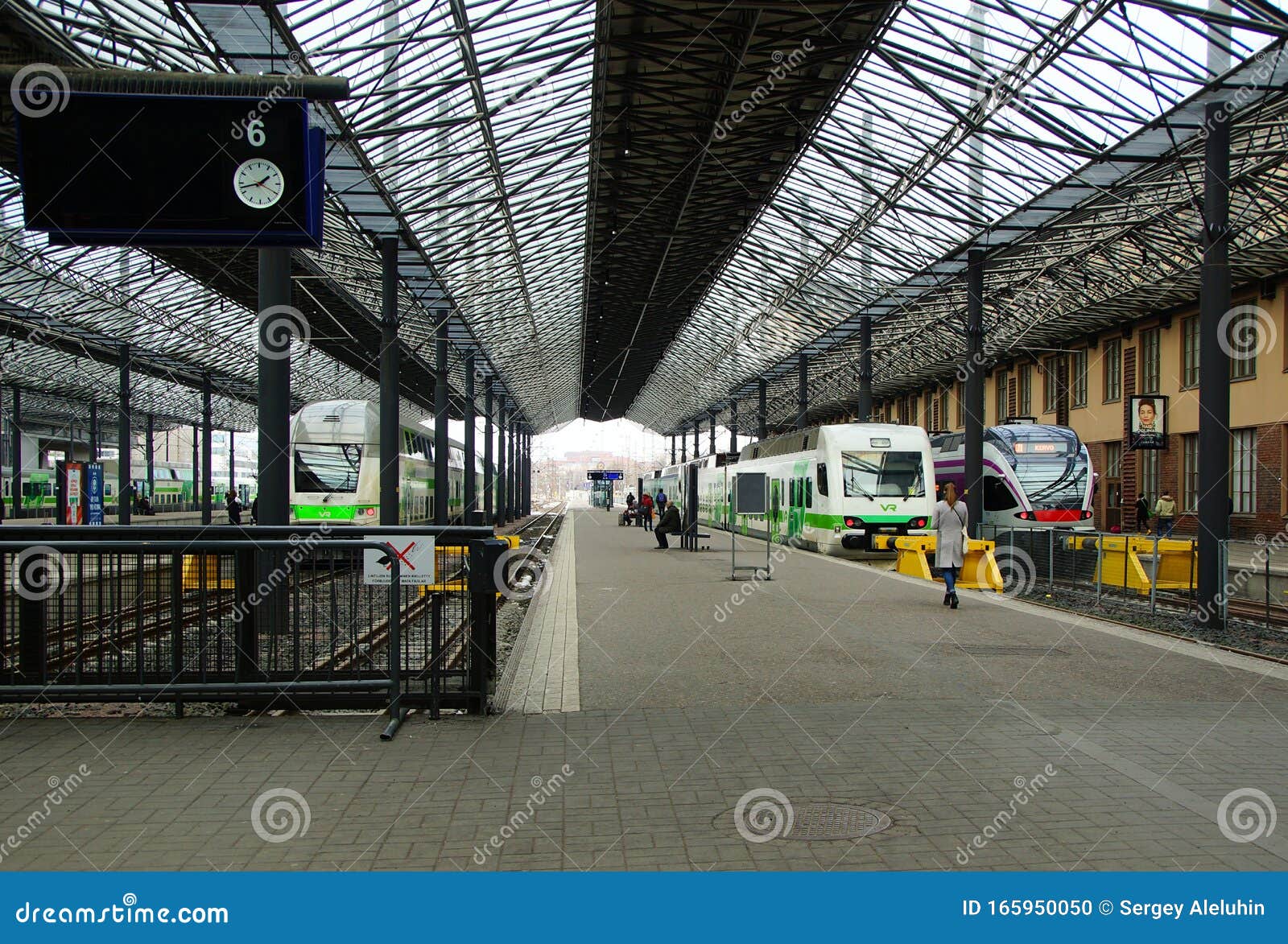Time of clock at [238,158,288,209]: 1:42
